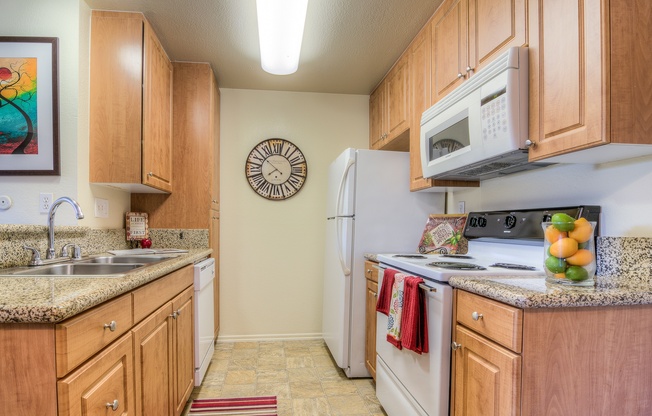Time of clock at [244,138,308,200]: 7:51
